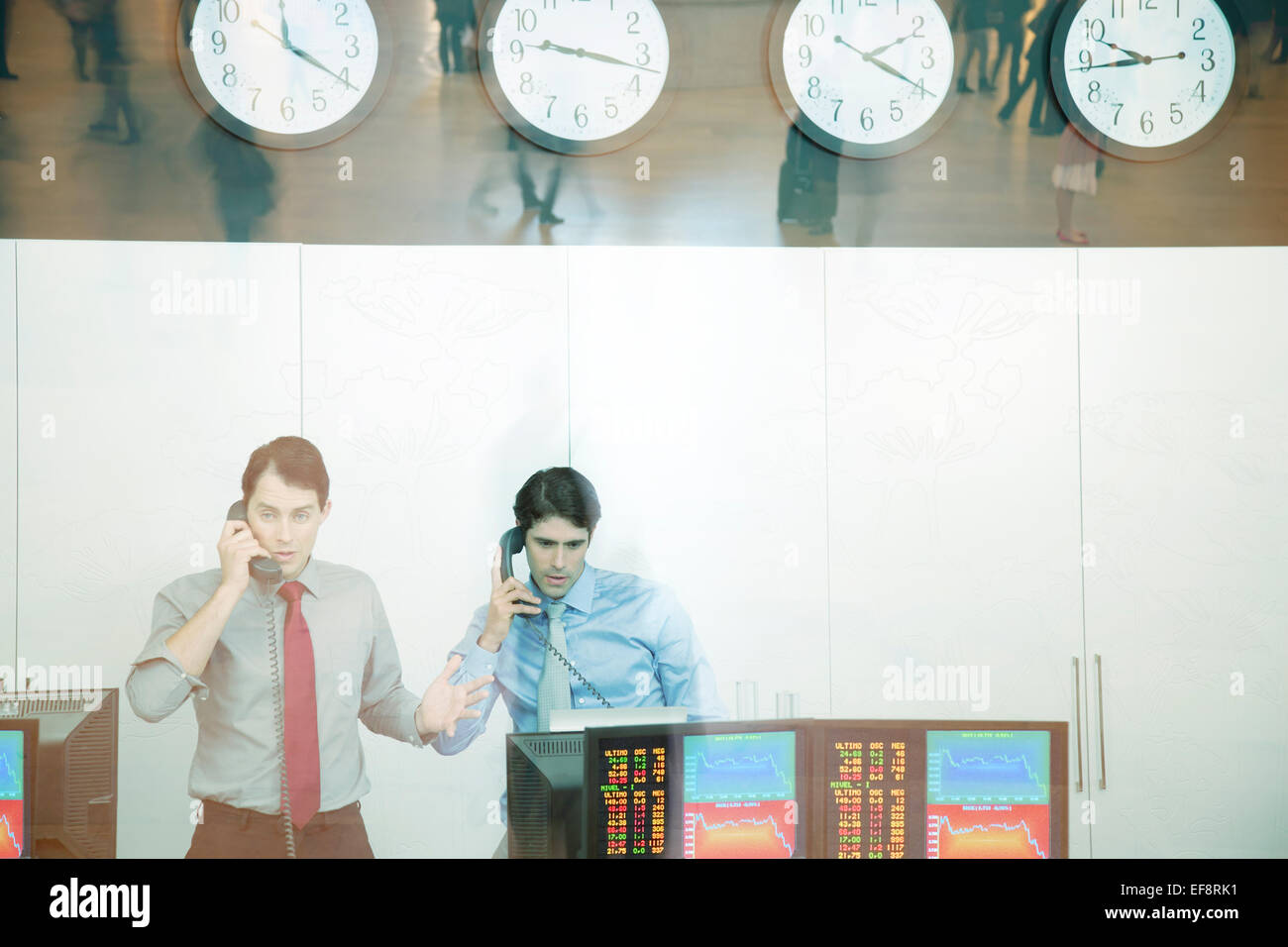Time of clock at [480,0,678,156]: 9:17
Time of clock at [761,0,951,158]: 2:19
